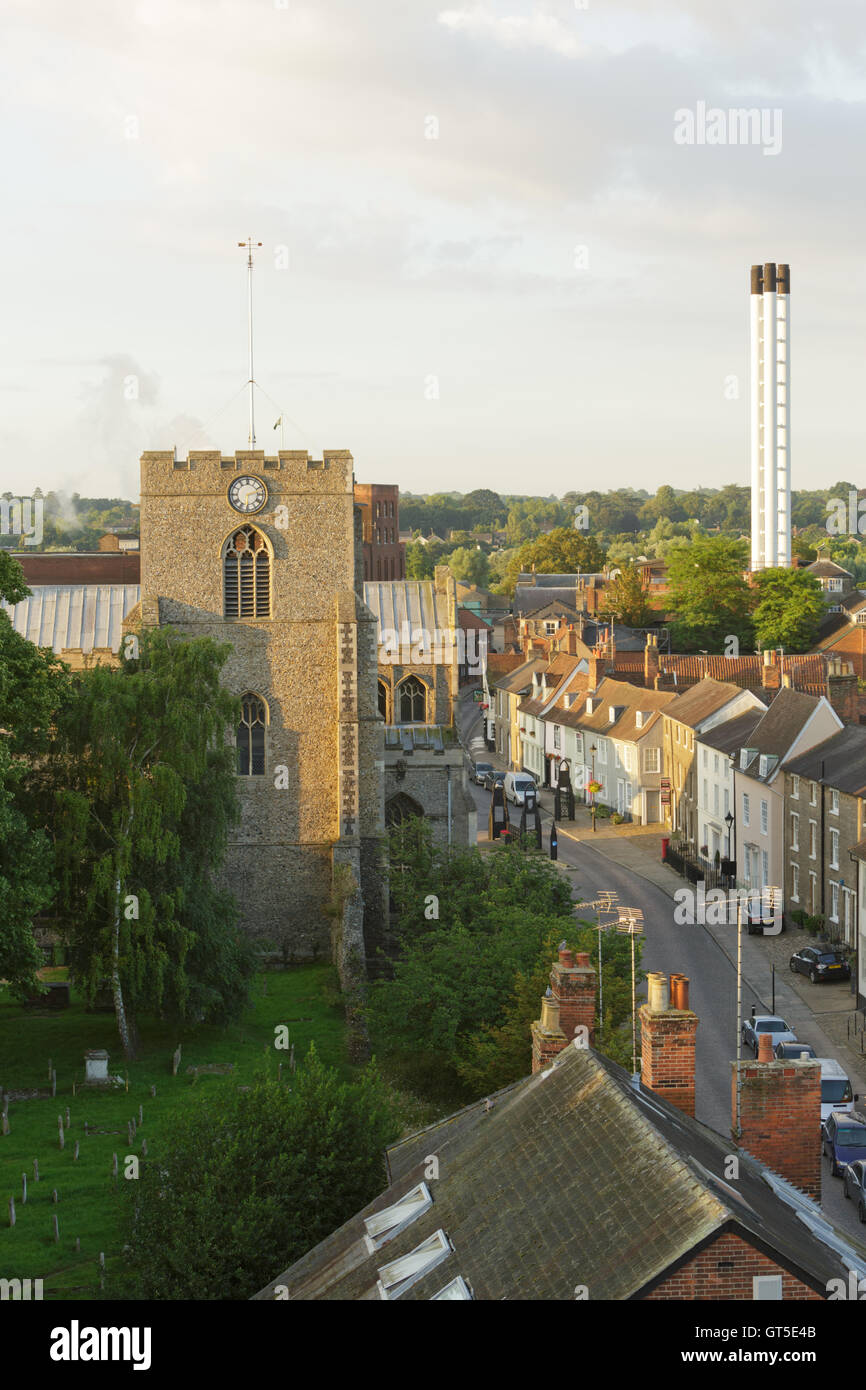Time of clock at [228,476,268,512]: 2:29
